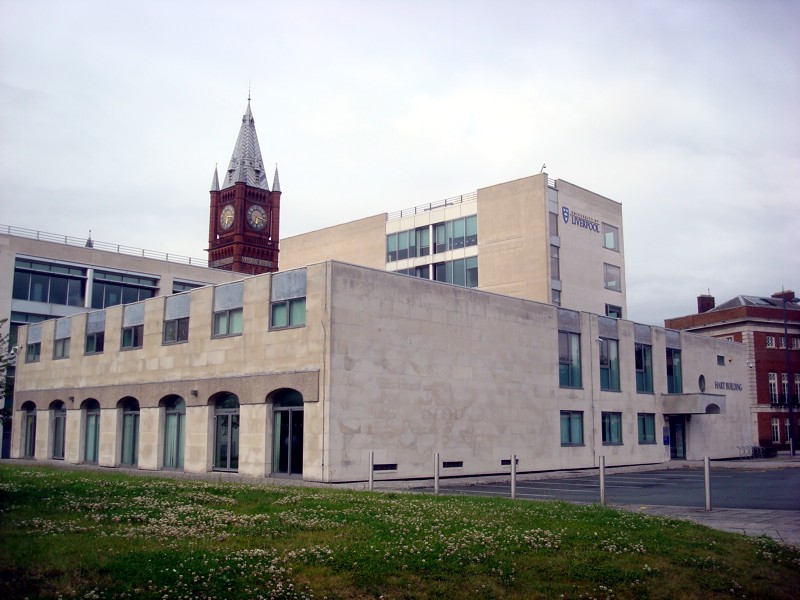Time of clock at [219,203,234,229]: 6:15
